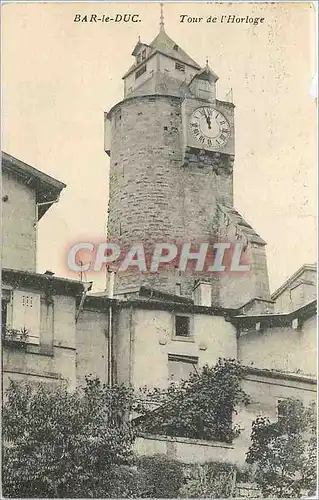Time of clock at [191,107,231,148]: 11:56
